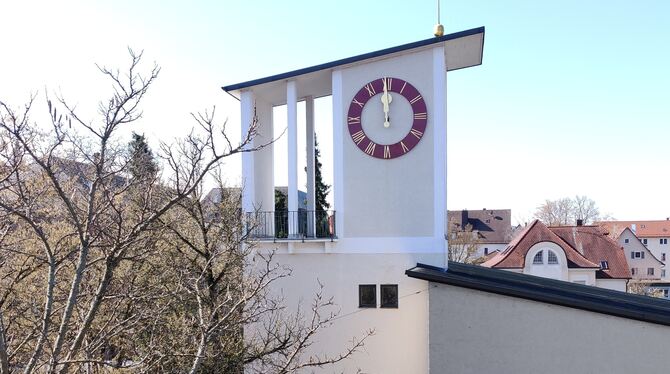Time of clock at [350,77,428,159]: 11:59
